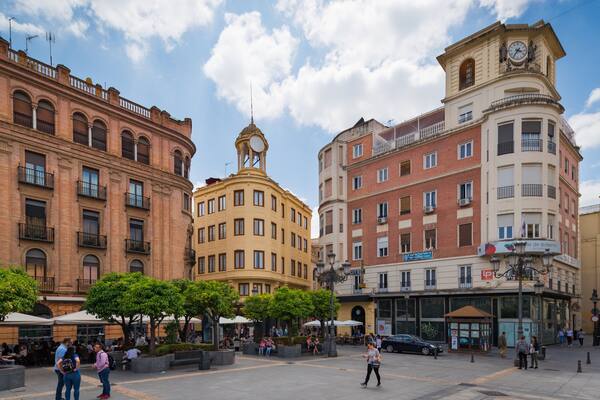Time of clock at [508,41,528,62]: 3:36
